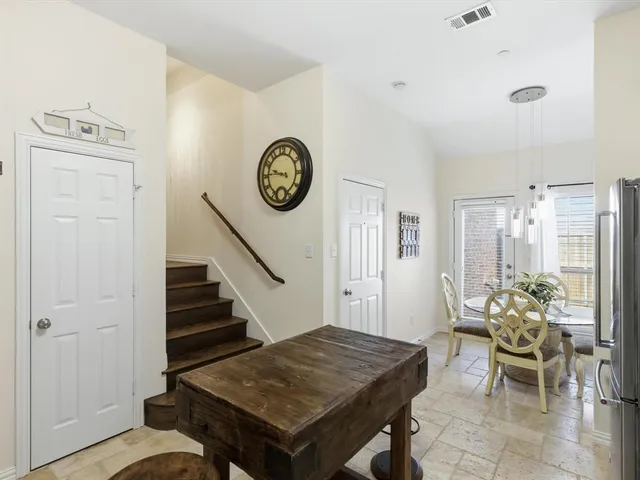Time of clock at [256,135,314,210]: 9:45
